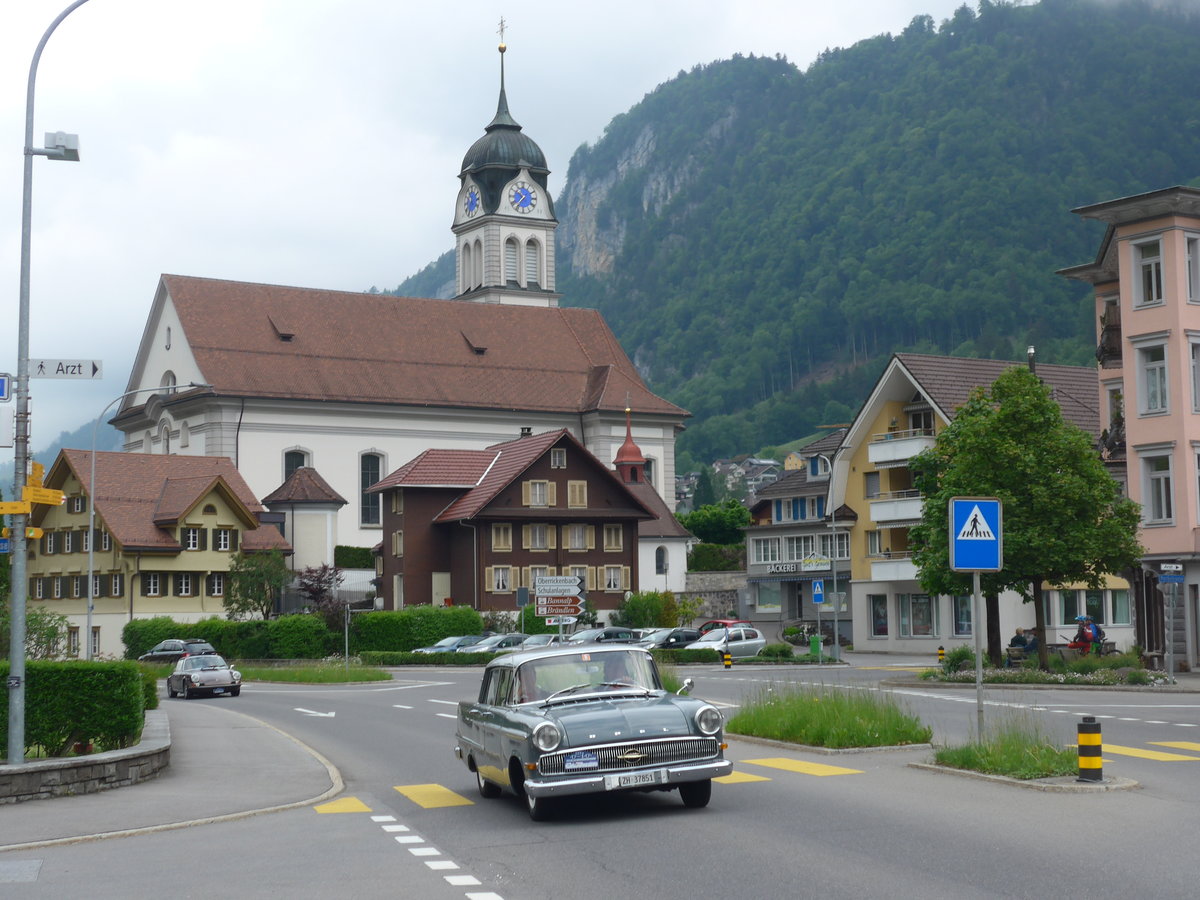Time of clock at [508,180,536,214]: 10:36
